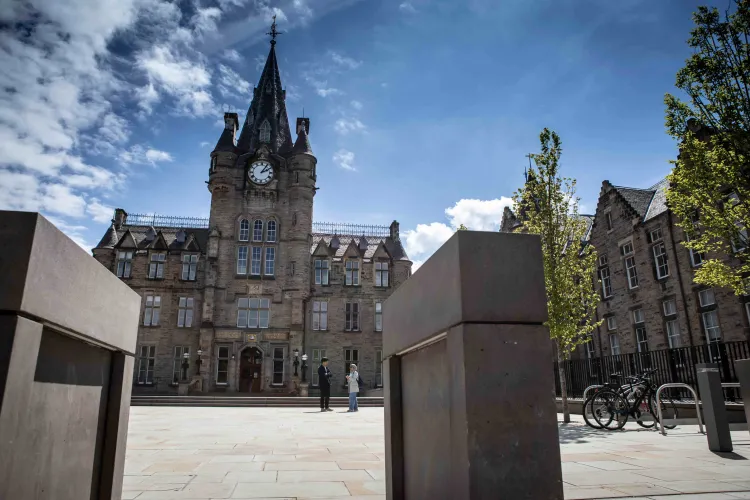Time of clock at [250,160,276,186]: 2:06
